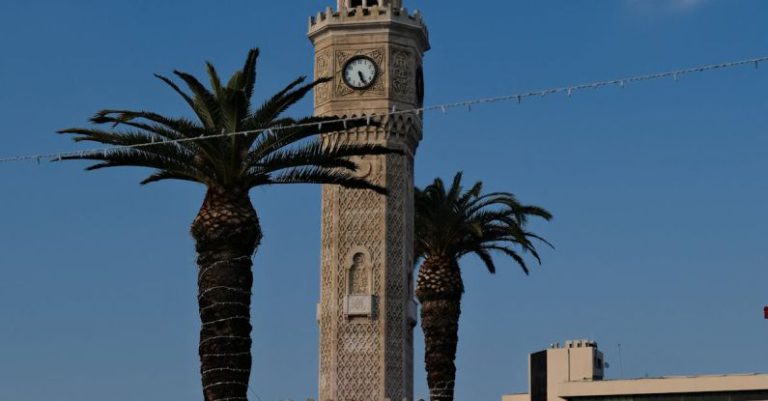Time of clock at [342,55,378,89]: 5:26
